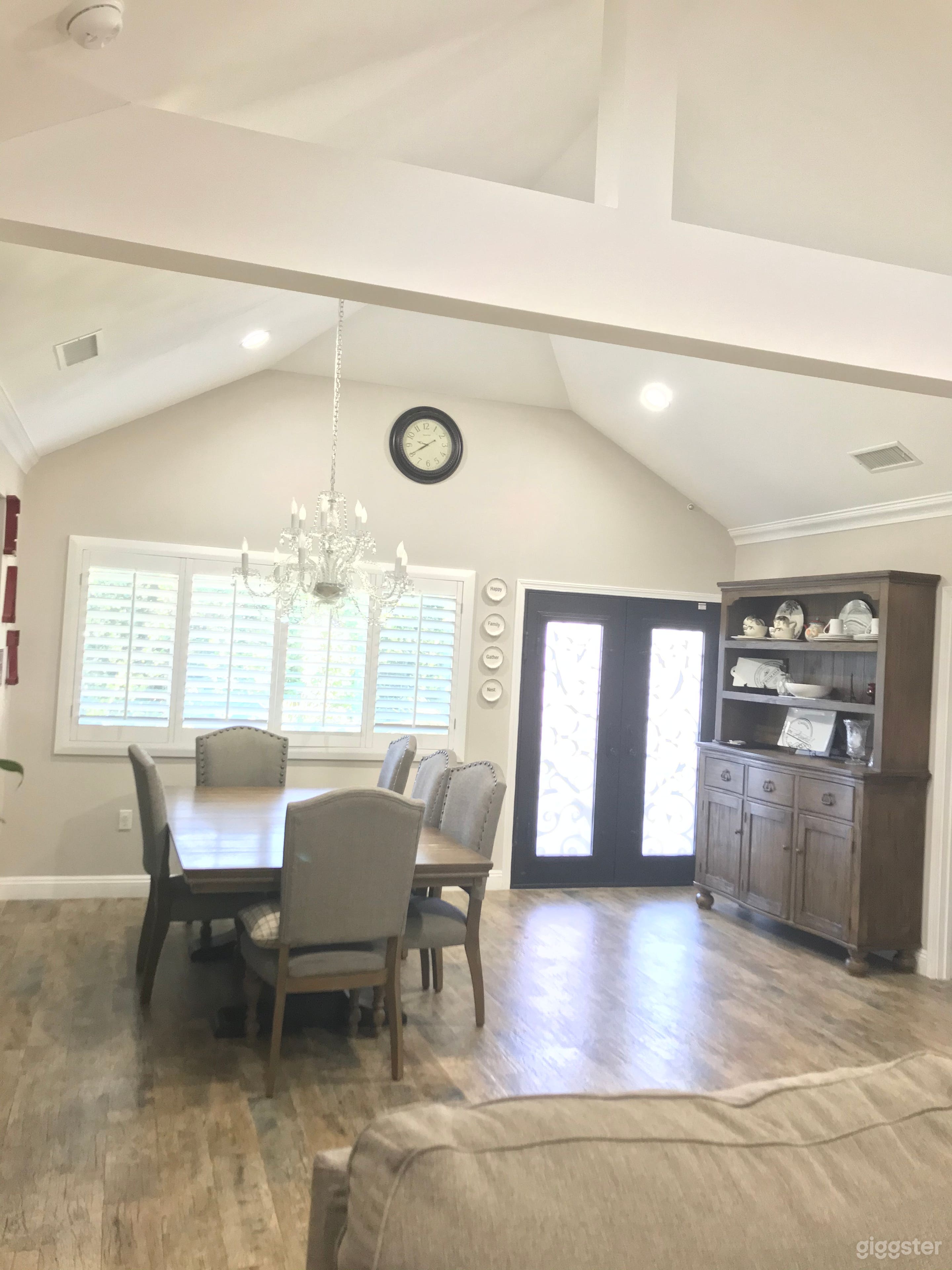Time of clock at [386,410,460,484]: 9:40
